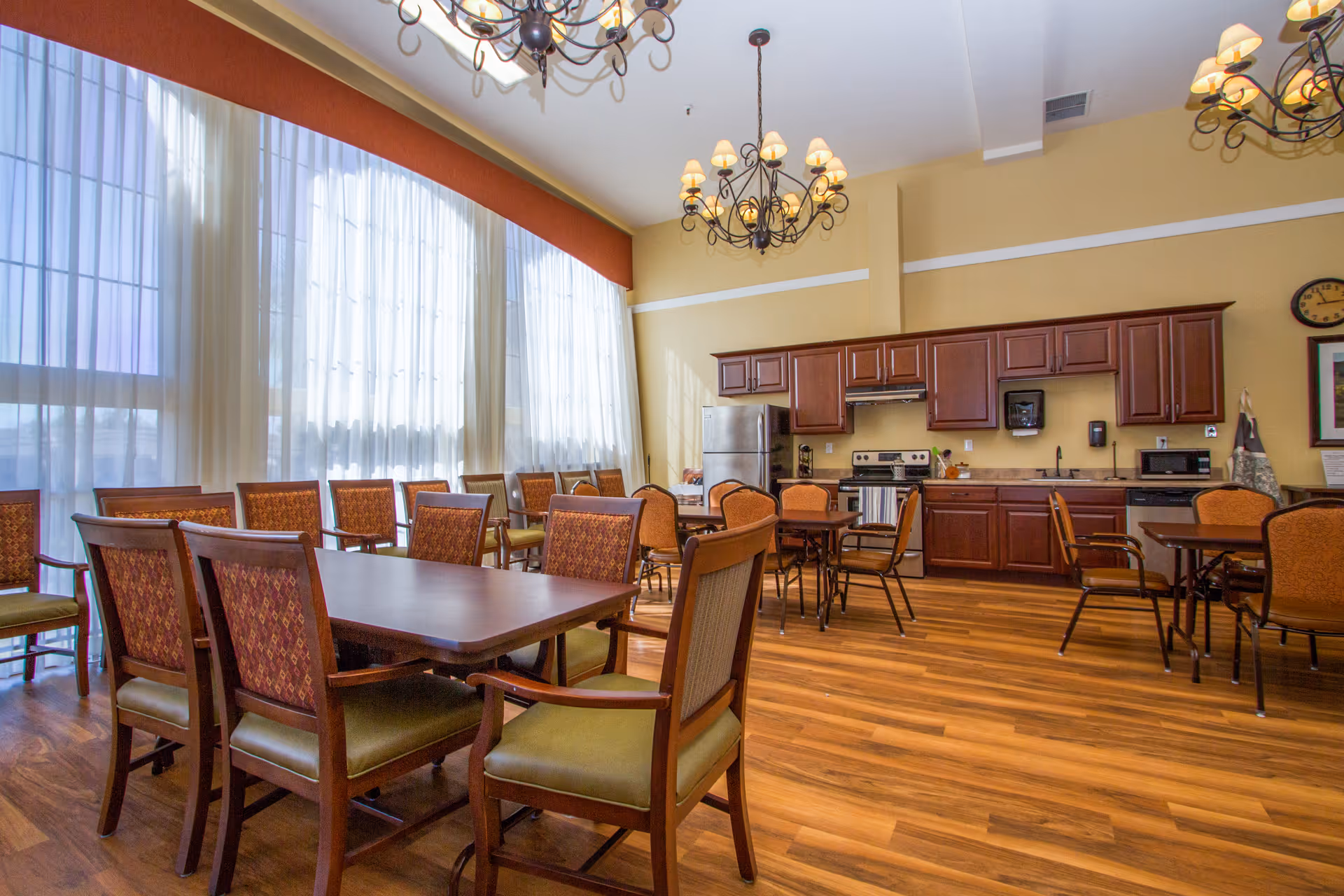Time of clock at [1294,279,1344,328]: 11:13
